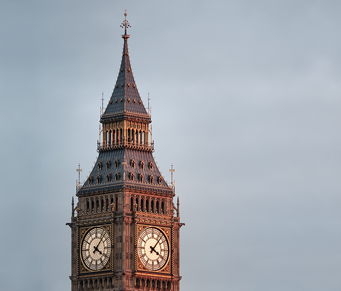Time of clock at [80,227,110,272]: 4:07
